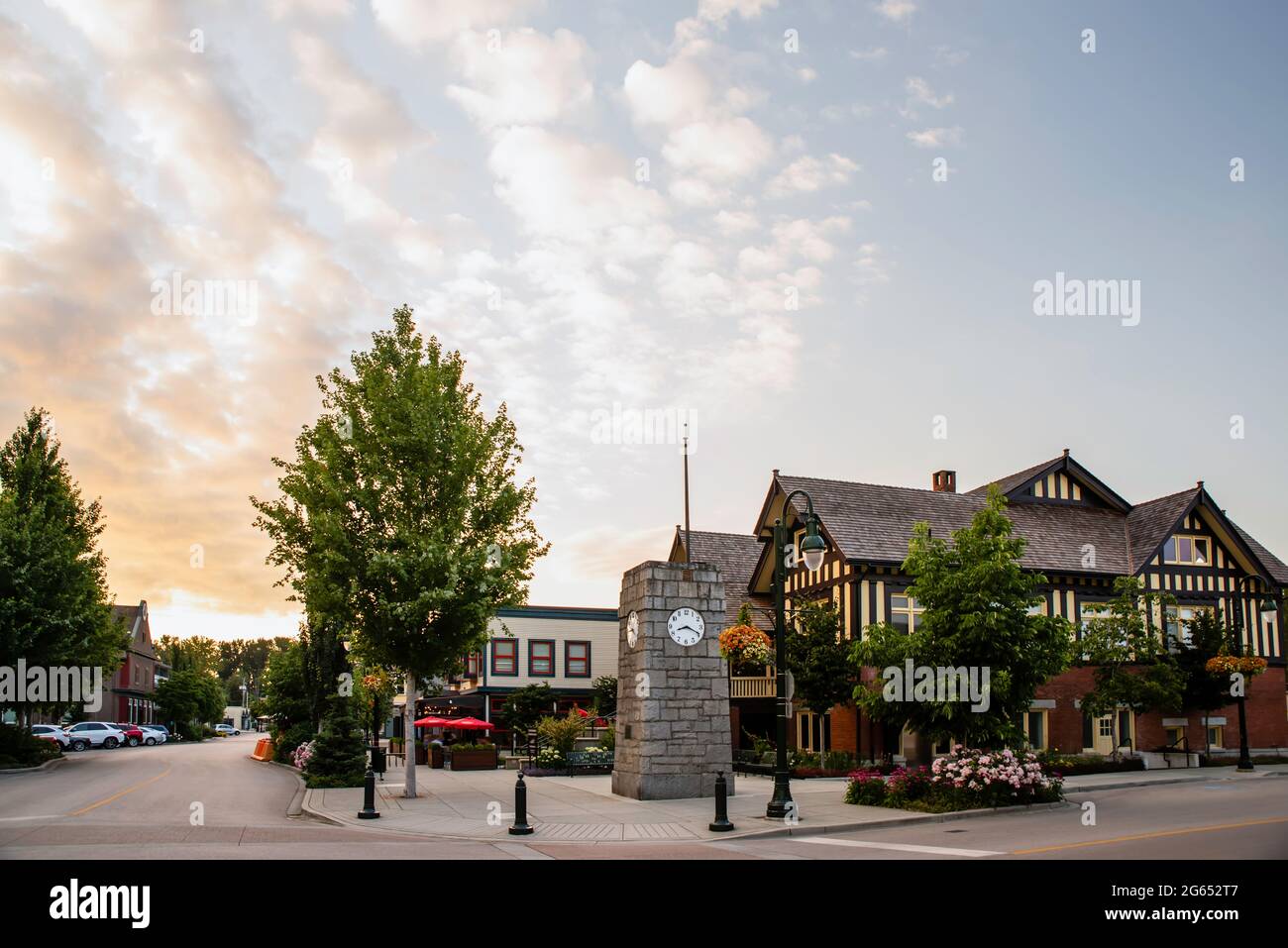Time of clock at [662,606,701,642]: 8:19
